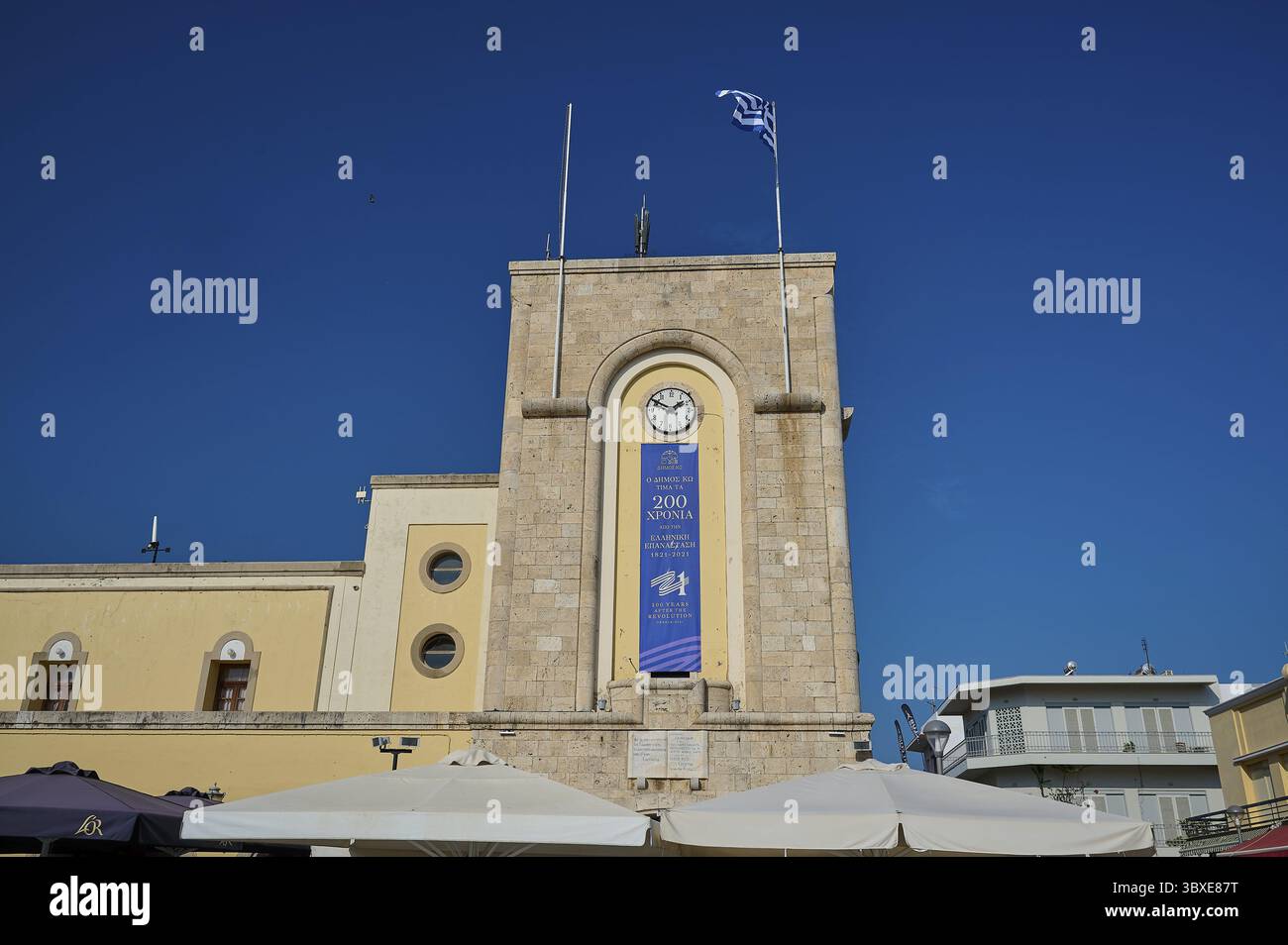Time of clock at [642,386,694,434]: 1:49
